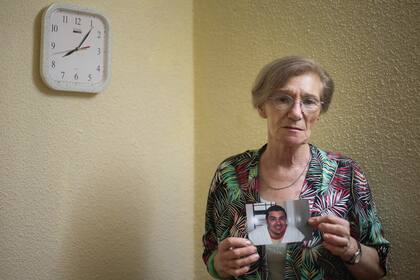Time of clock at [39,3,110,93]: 8:06
